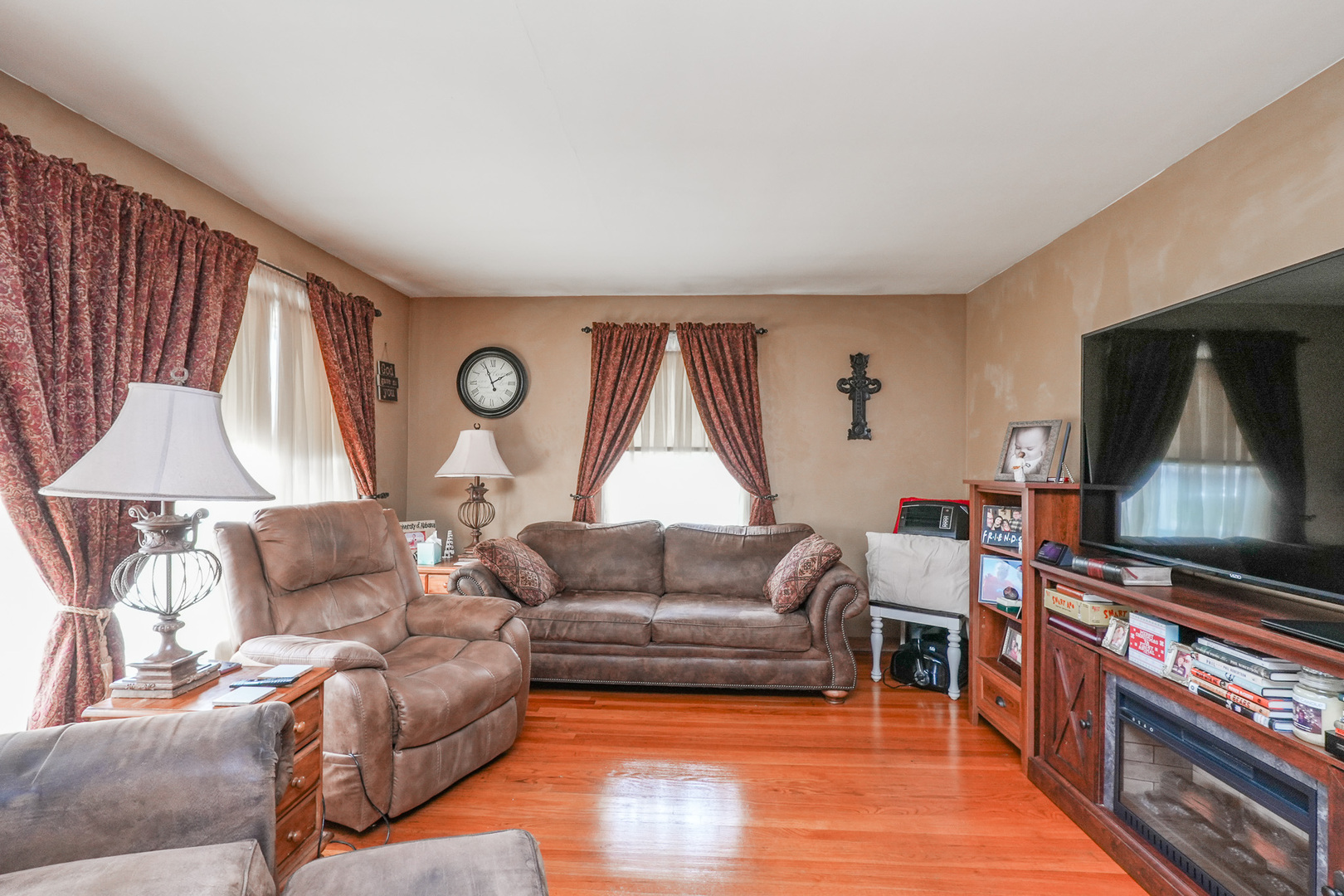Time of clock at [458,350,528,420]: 1:56
